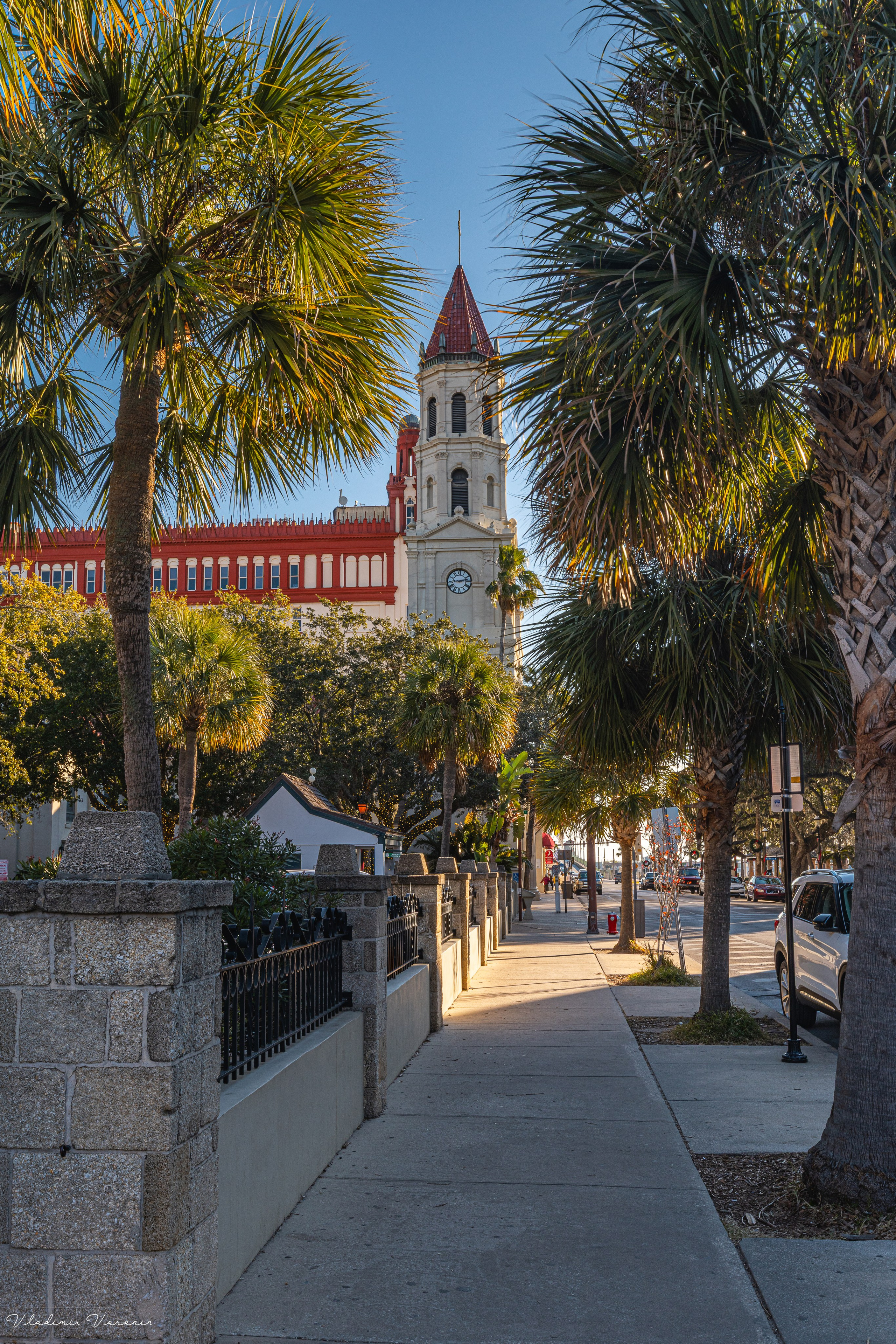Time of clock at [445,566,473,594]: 9:12
